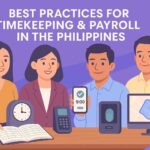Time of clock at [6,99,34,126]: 2:59
